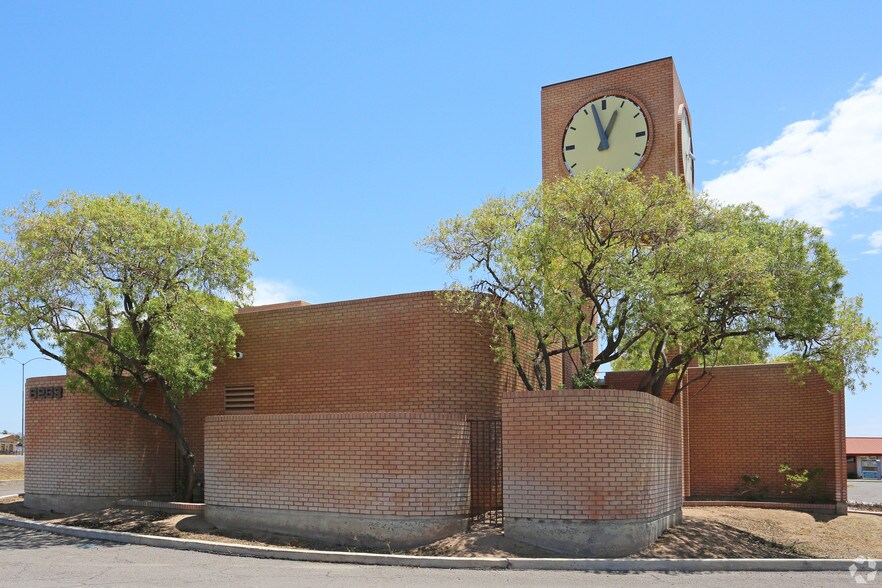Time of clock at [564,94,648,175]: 12:57
